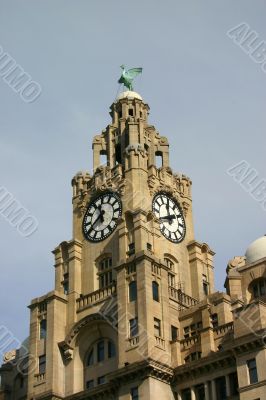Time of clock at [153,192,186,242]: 11:40
